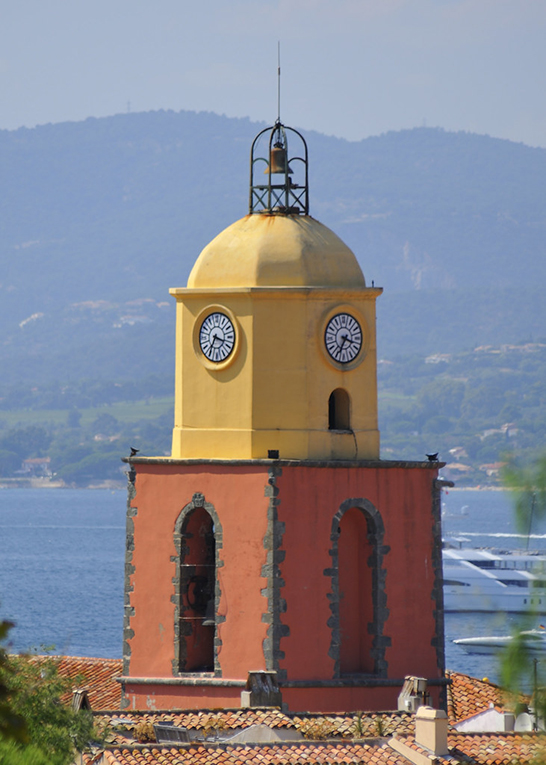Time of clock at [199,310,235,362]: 3:35
